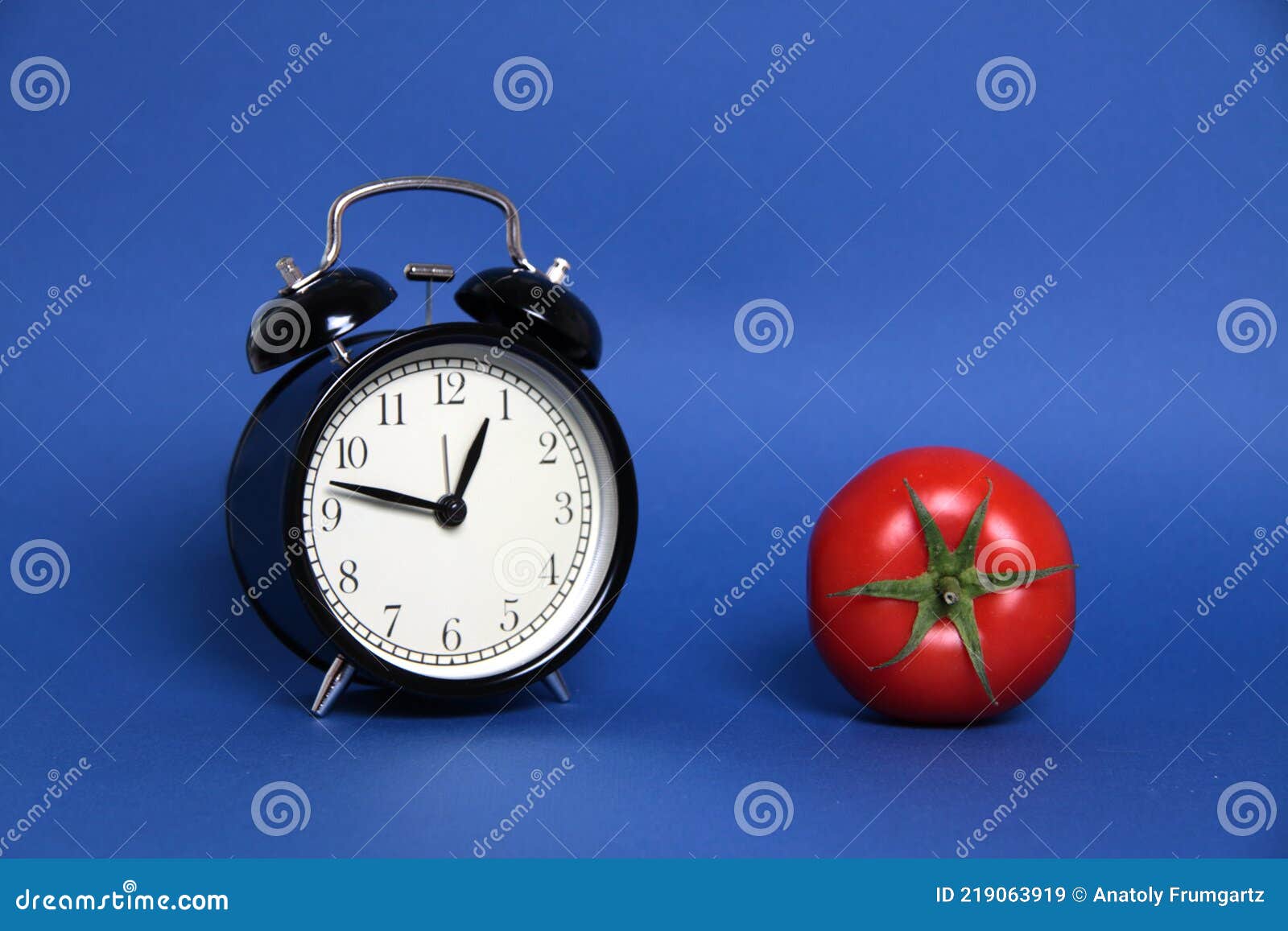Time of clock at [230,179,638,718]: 12:47
